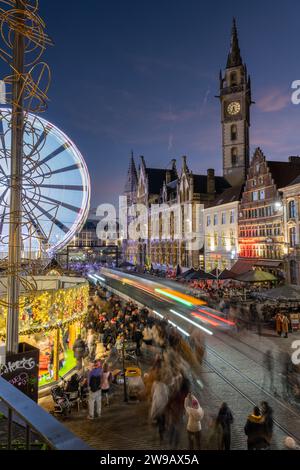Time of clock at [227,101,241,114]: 5:33
